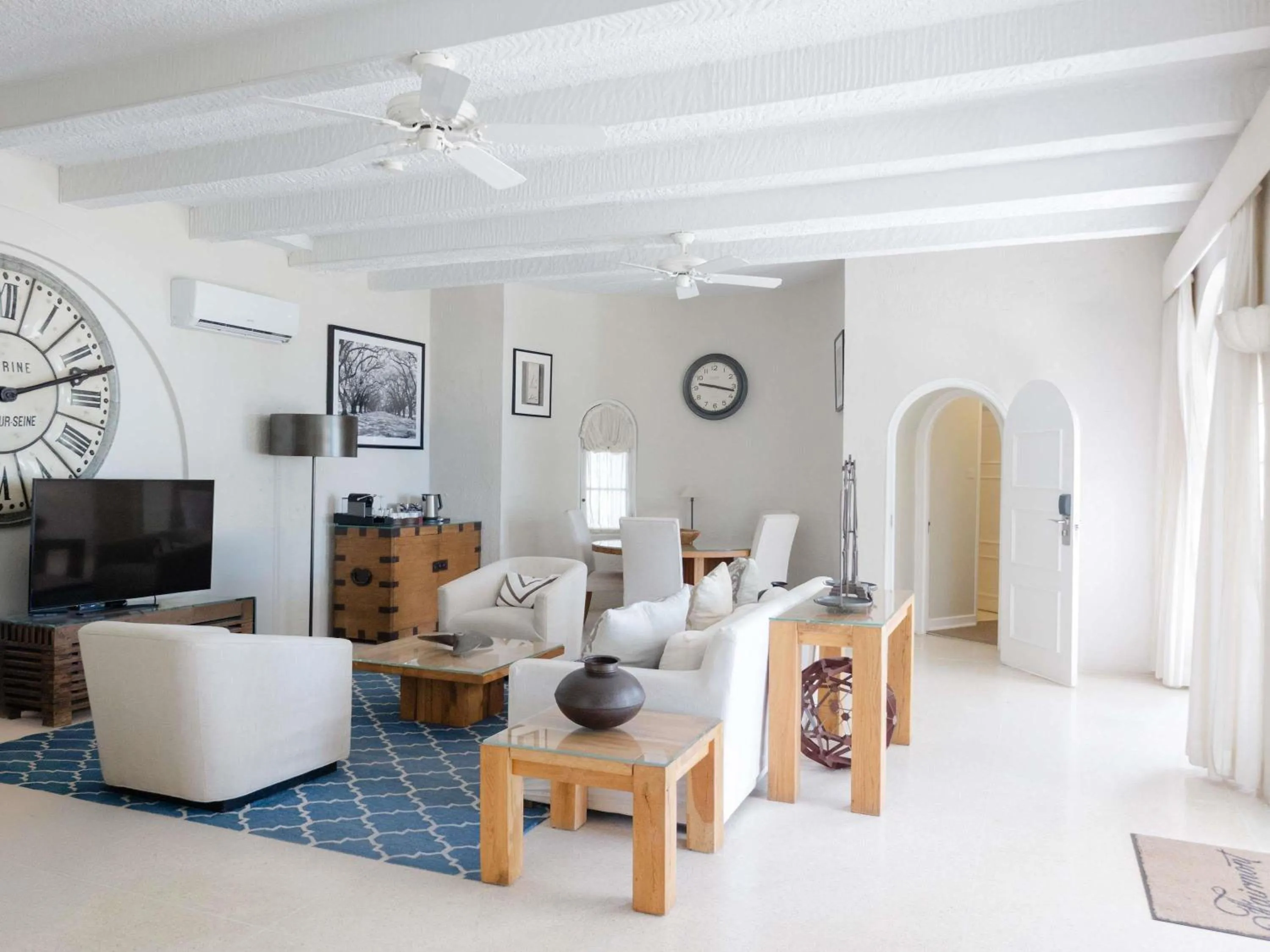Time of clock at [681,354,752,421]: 9:17
